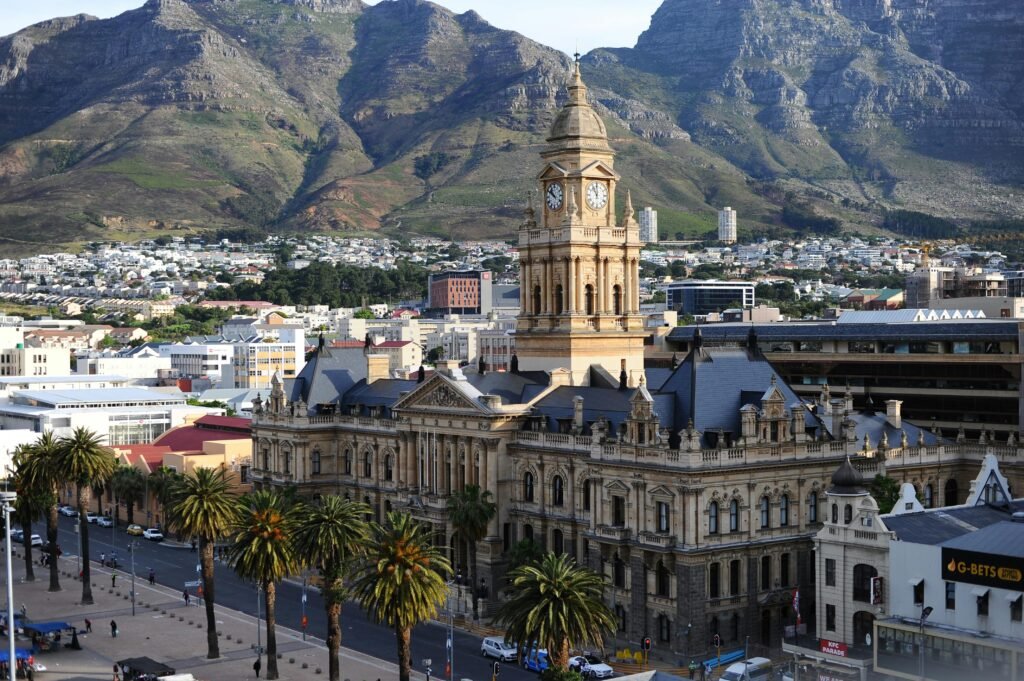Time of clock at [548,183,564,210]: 10:50
